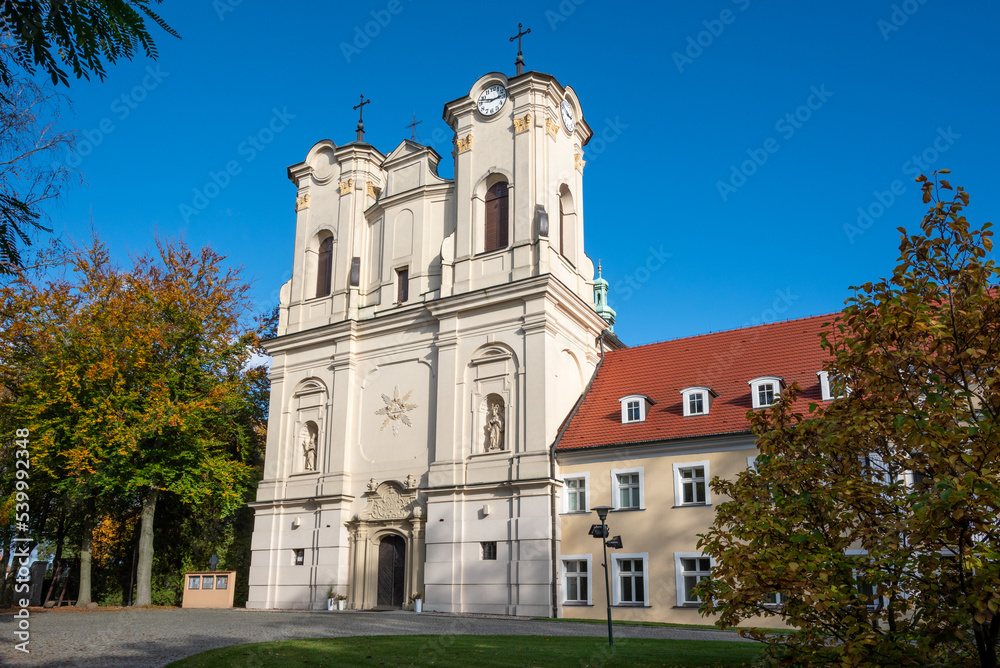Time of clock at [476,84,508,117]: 2:48
